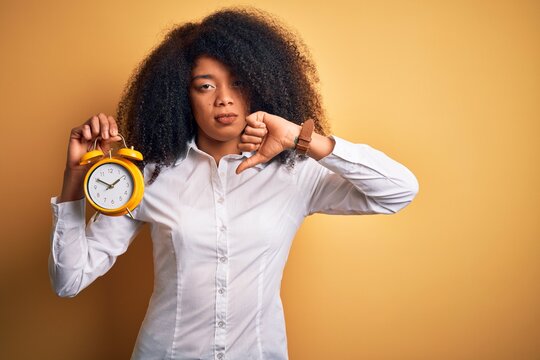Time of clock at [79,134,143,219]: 1:50
